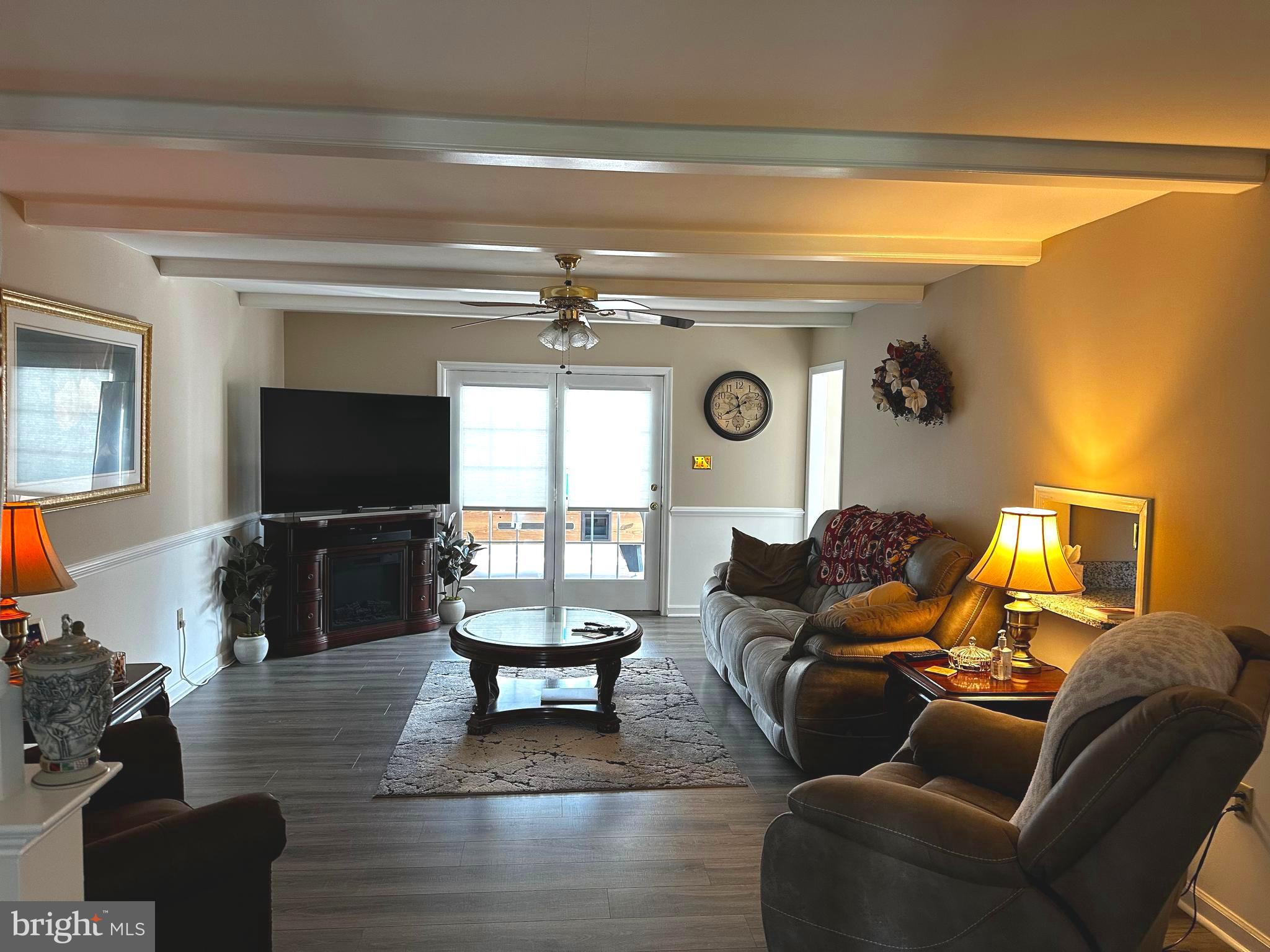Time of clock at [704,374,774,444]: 11:39
